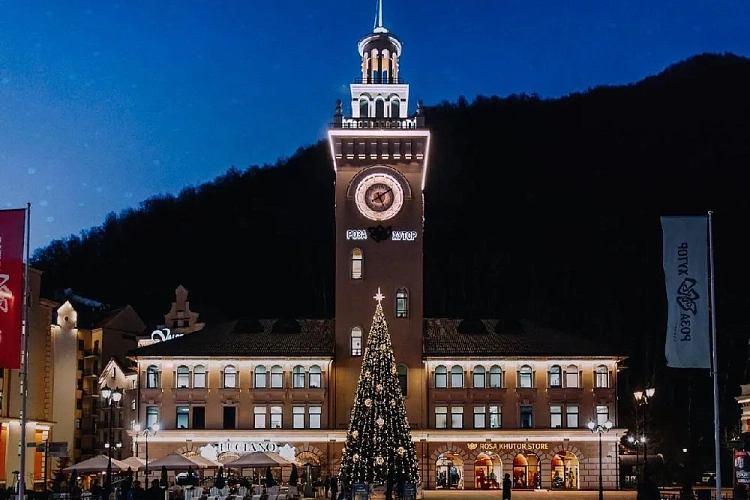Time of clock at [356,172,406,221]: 5:09
